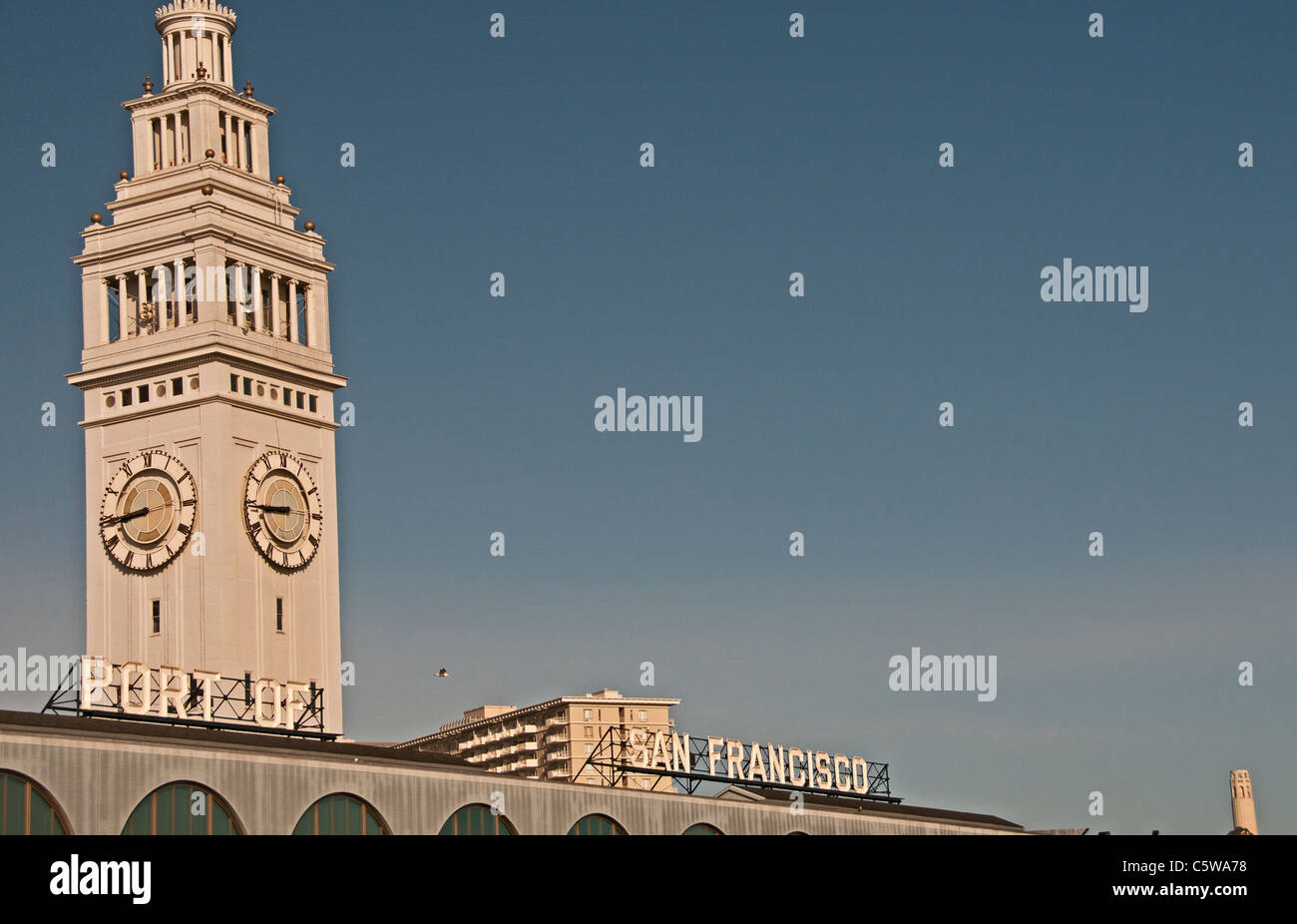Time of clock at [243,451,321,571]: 8:44
